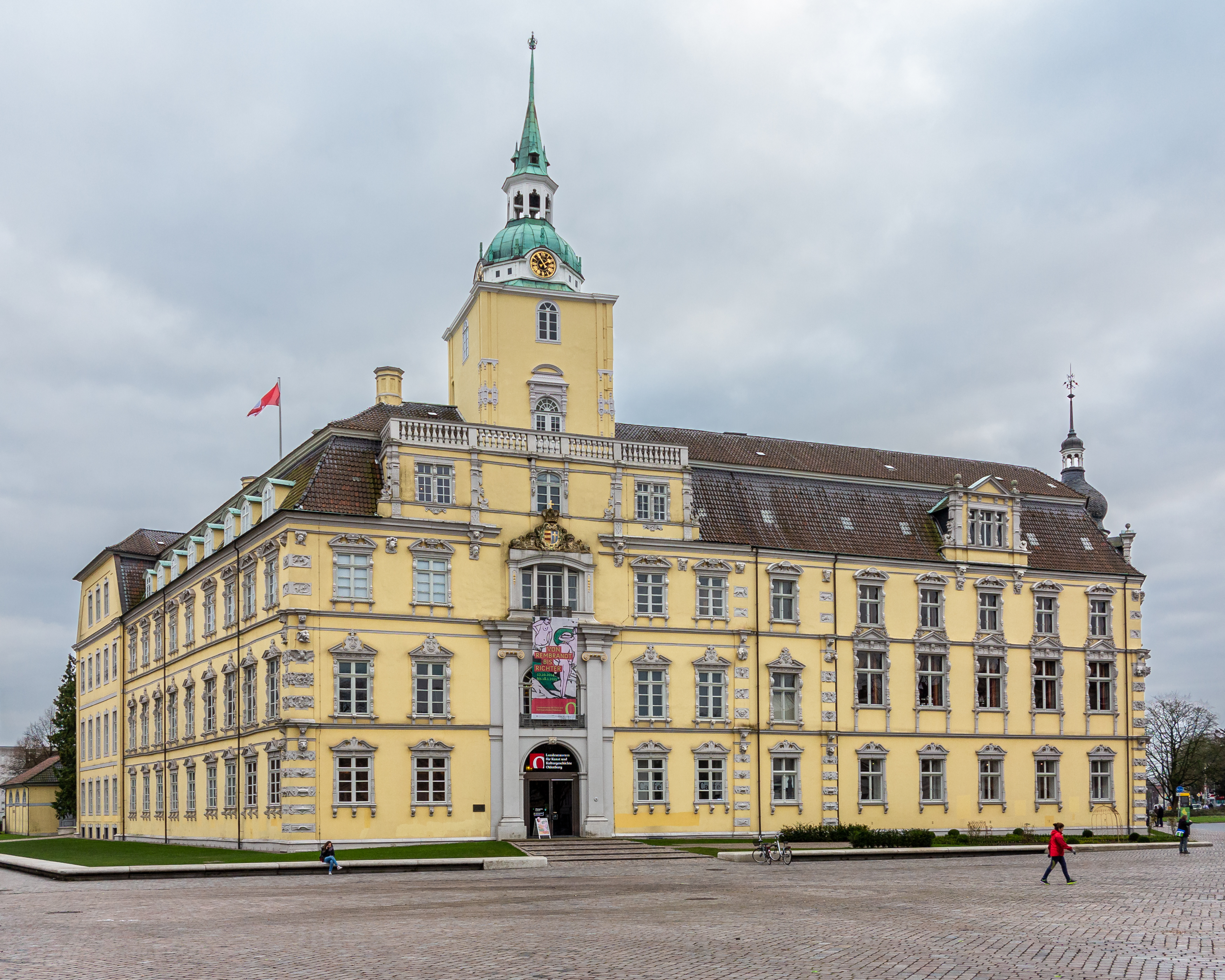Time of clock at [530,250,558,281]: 1:54
